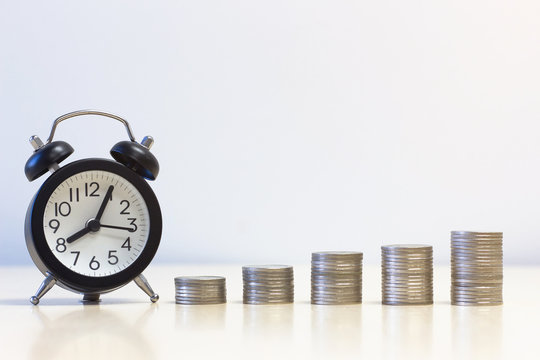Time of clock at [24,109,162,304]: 8:04
